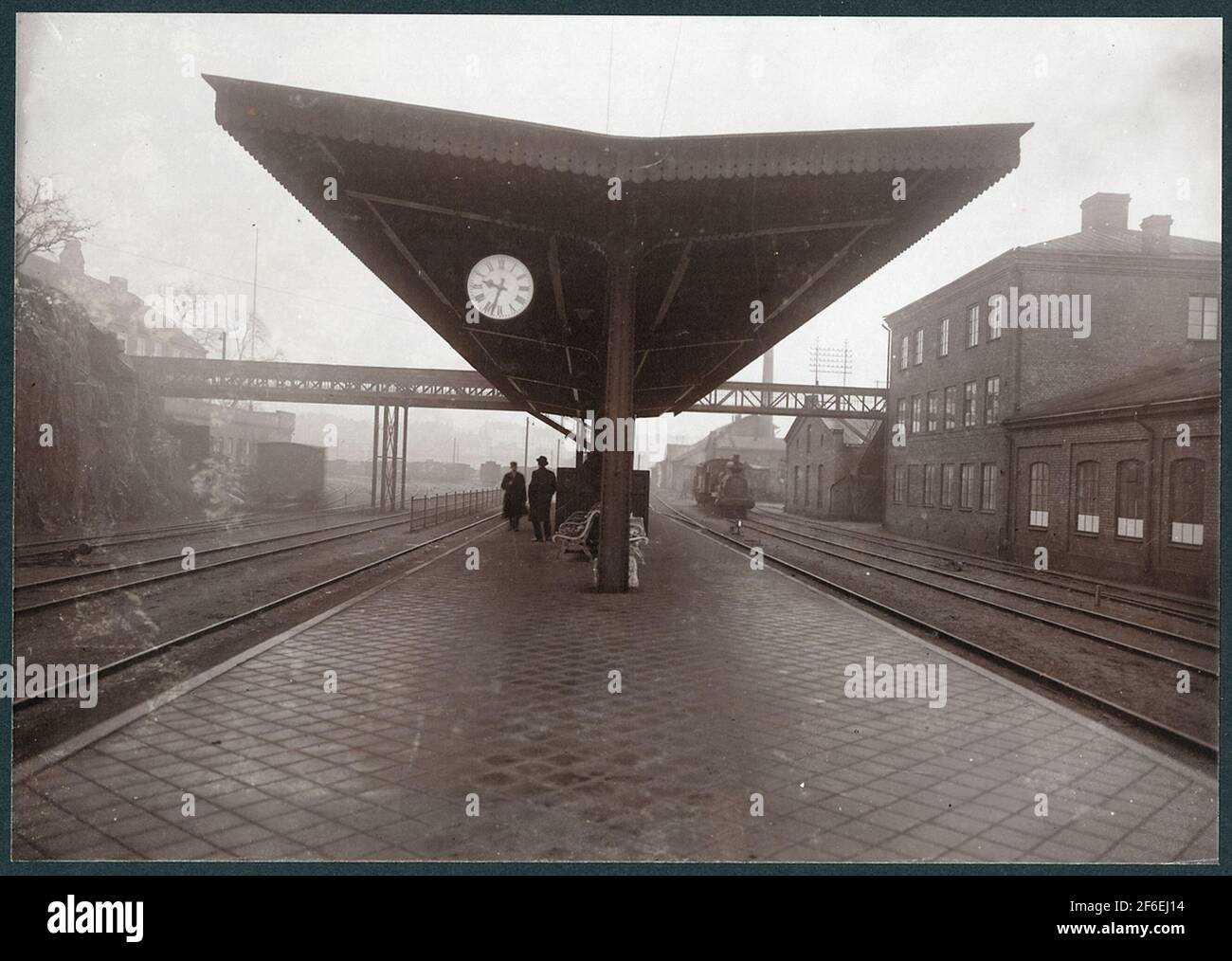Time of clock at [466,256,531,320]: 9:33
